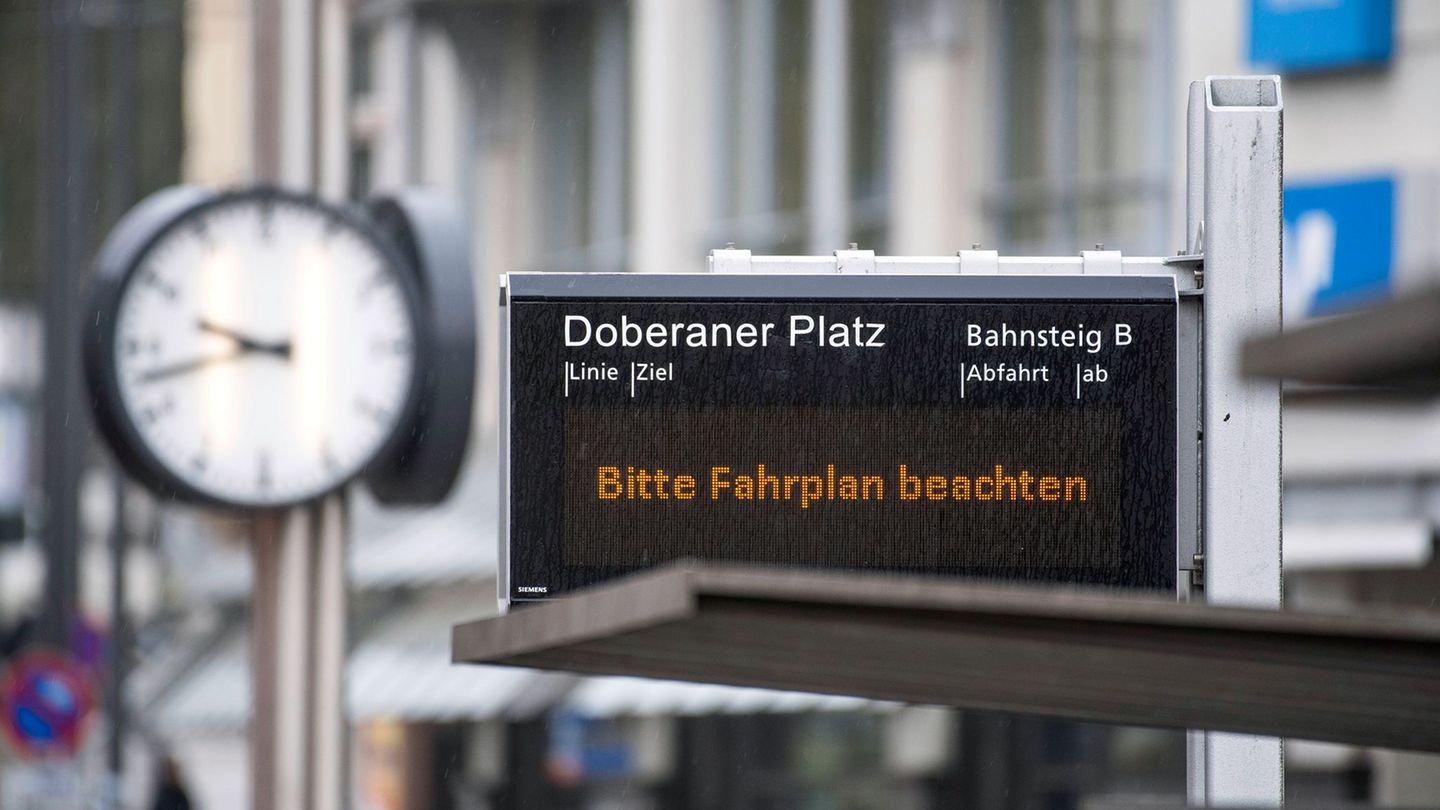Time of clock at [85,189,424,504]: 9:42
